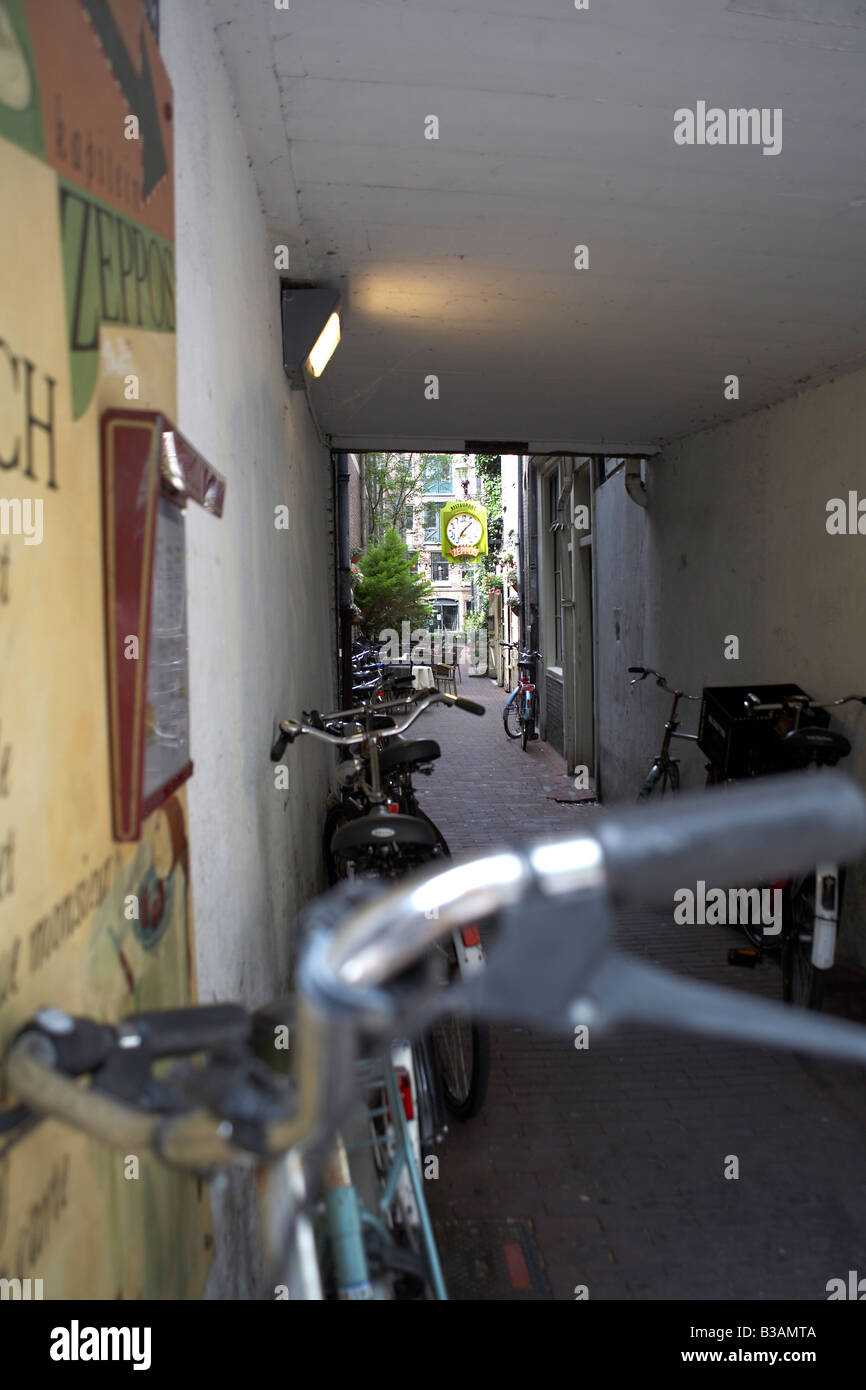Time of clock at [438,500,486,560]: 7:07
